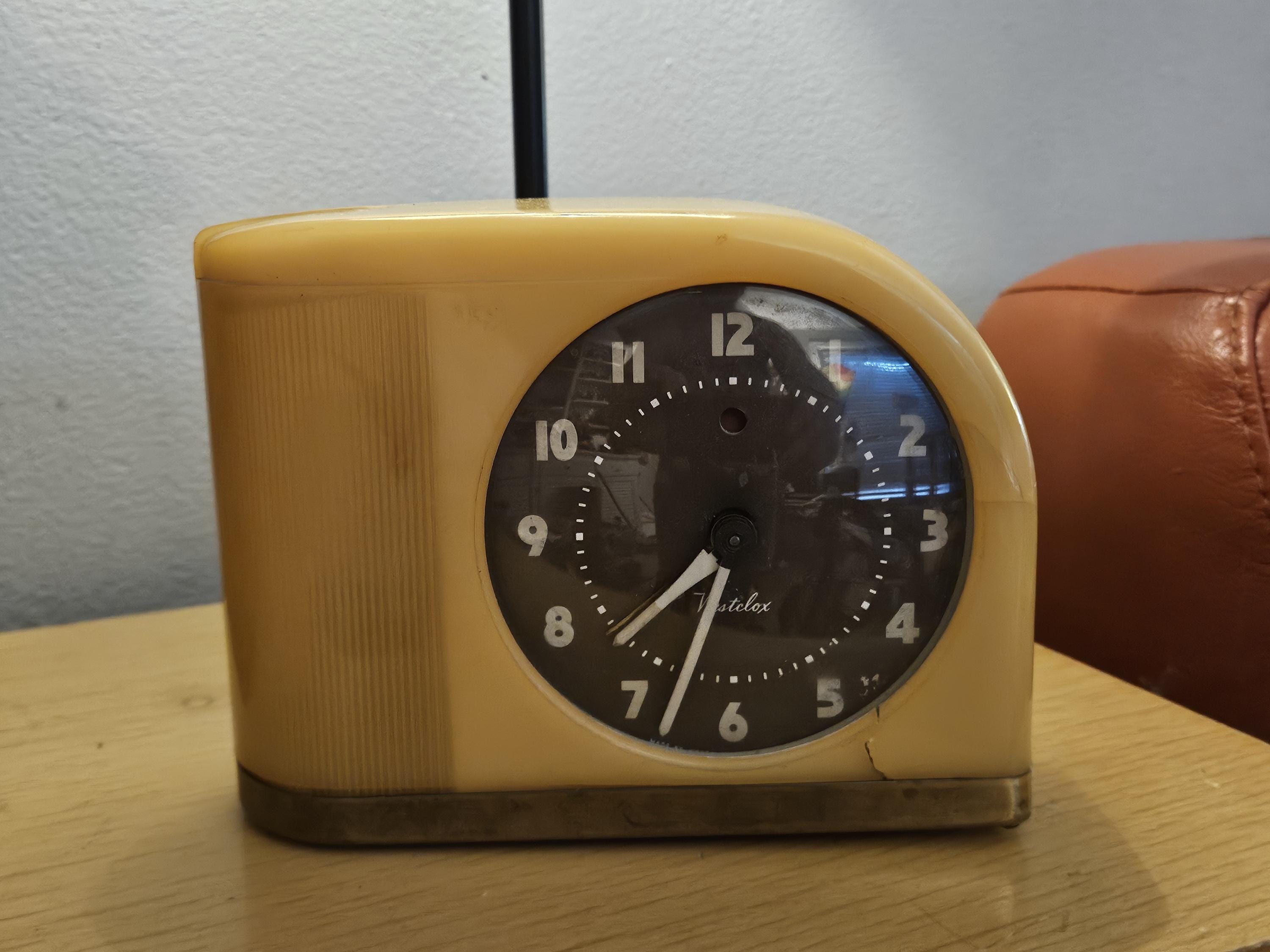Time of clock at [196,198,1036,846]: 7:33
